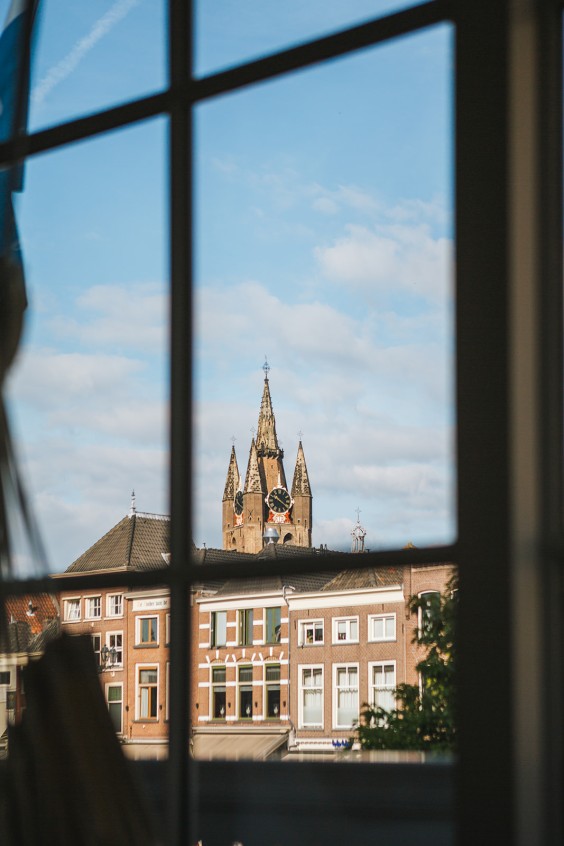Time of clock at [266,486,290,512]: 10:20
